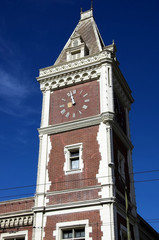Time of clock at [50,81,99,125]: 8:57
